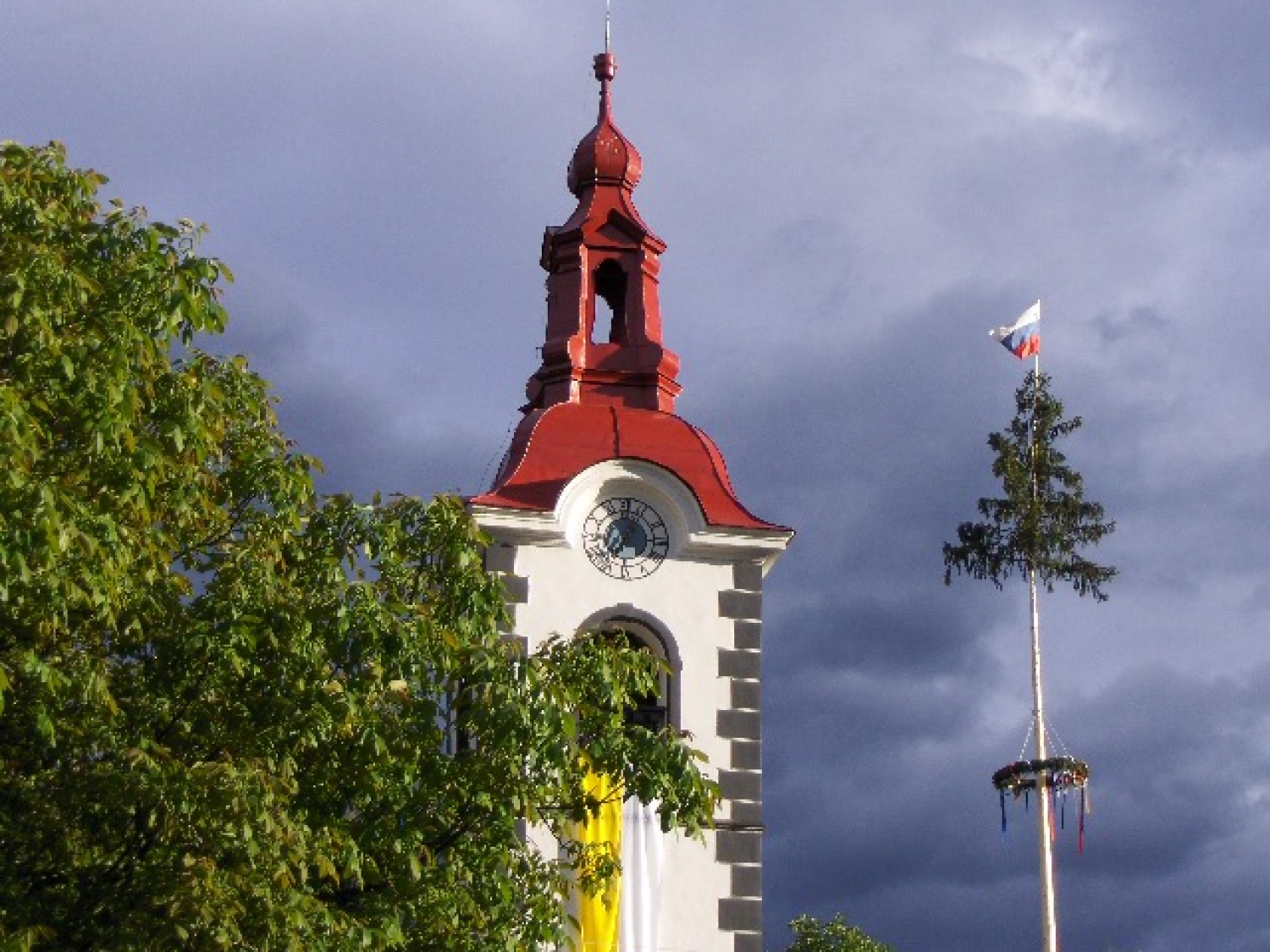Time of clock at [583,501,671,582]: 7:04
